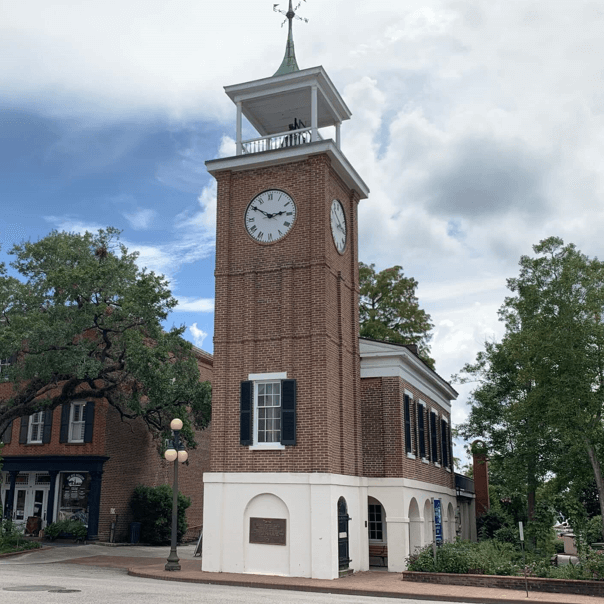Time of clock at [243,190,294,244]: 2:50
